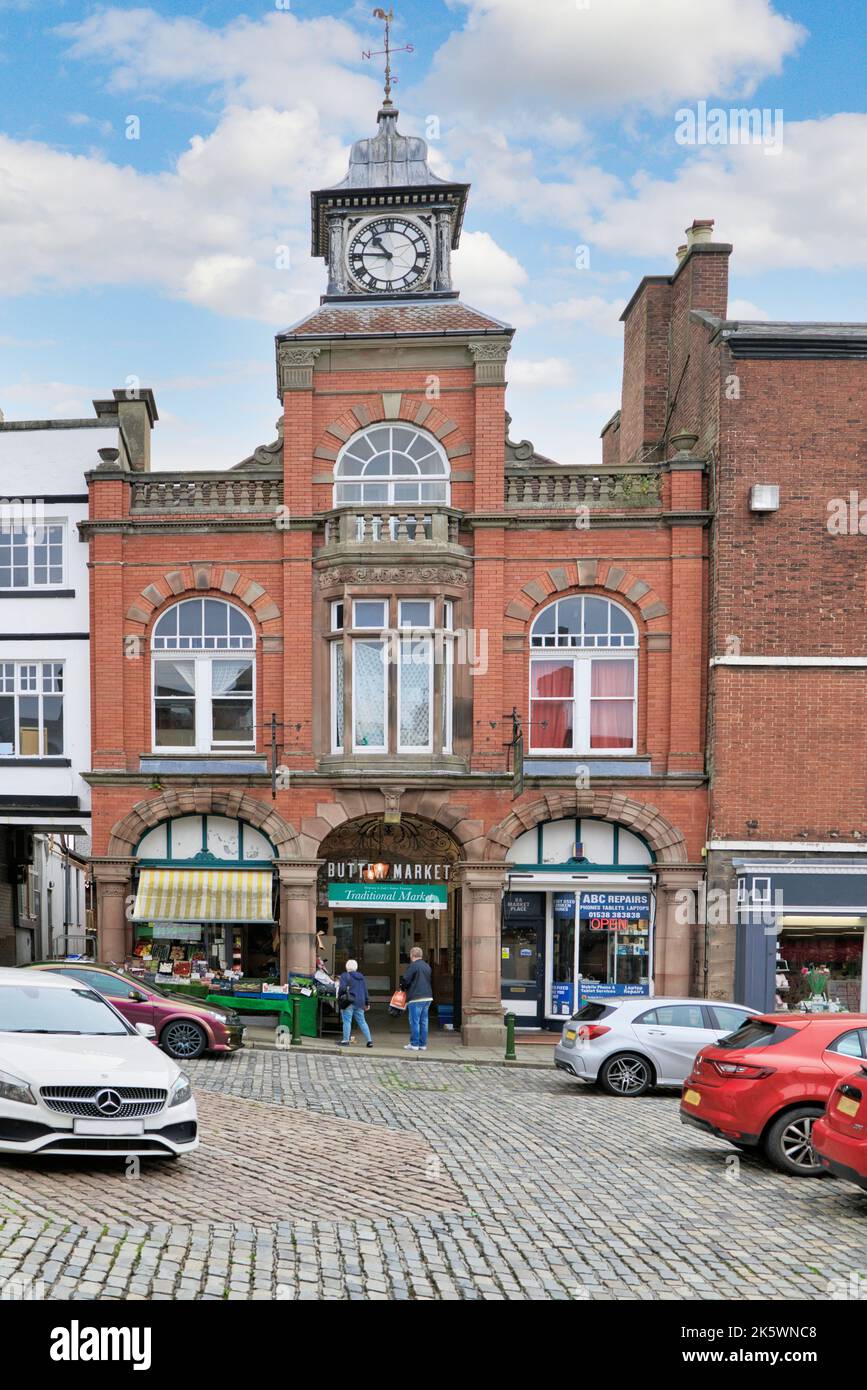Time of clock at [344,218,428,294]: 10:45
